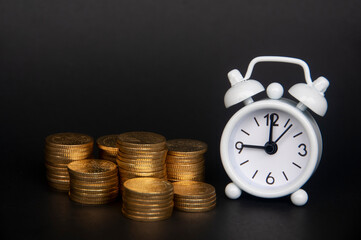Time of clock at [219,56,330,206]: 9:00
